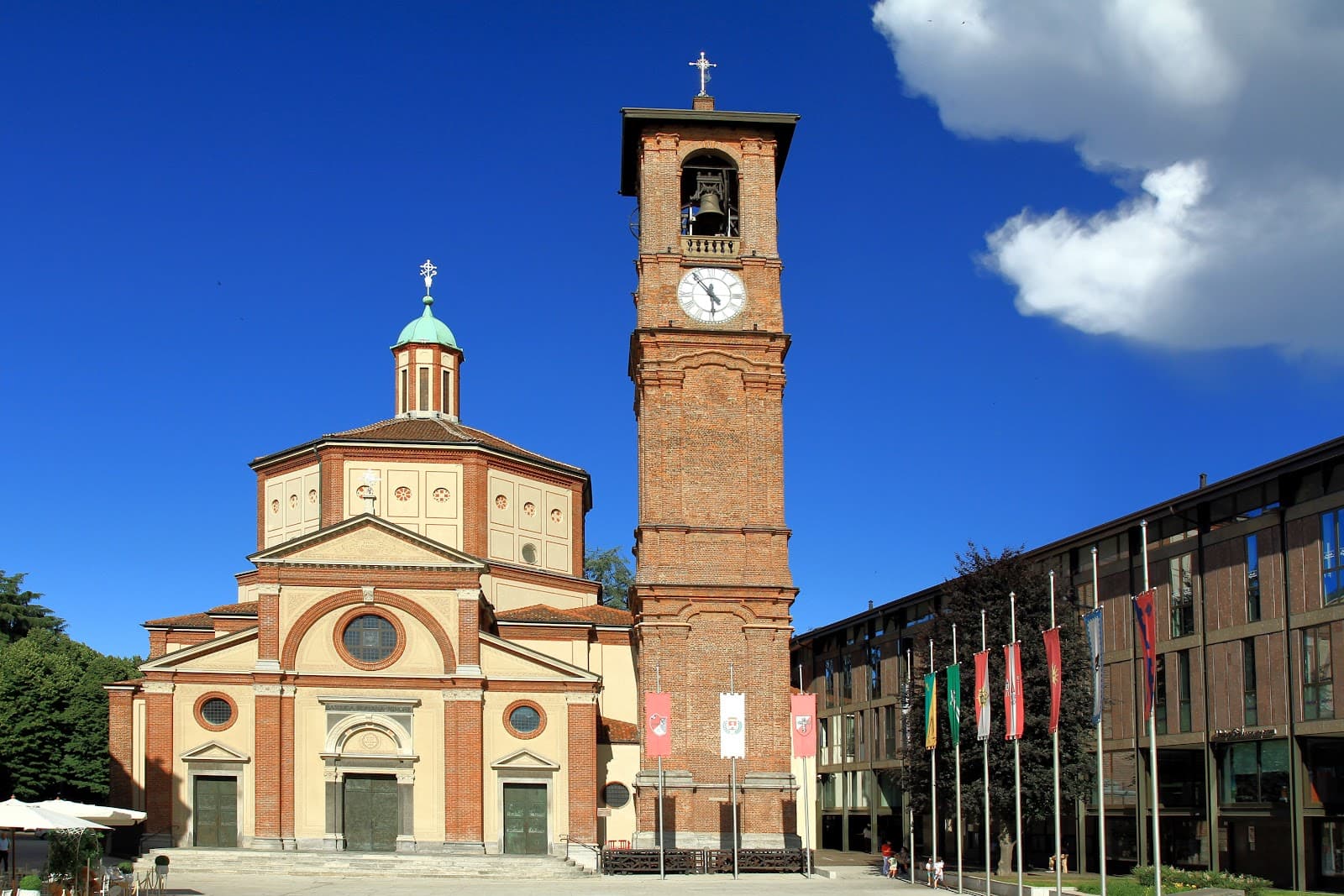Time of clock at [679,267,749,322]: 5:53
